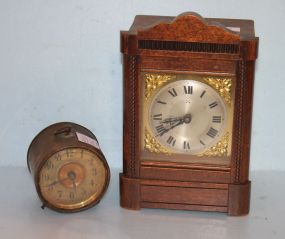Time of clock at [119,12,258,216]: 8:40
